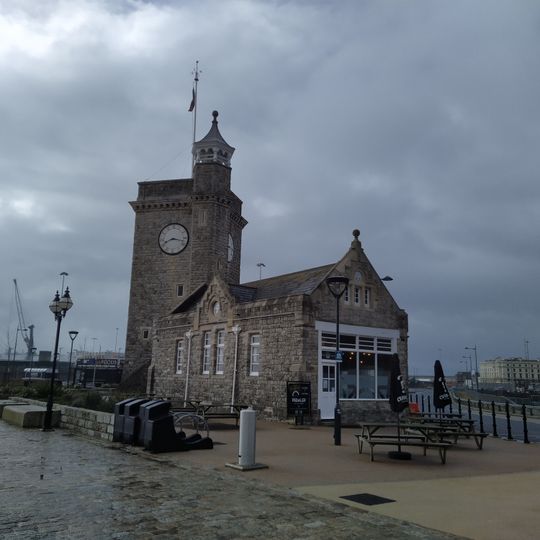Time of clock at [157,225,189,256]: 8:17
